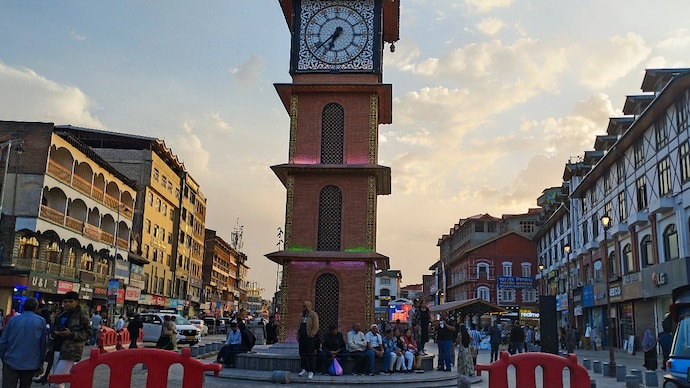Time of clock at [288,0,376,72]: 6:38
